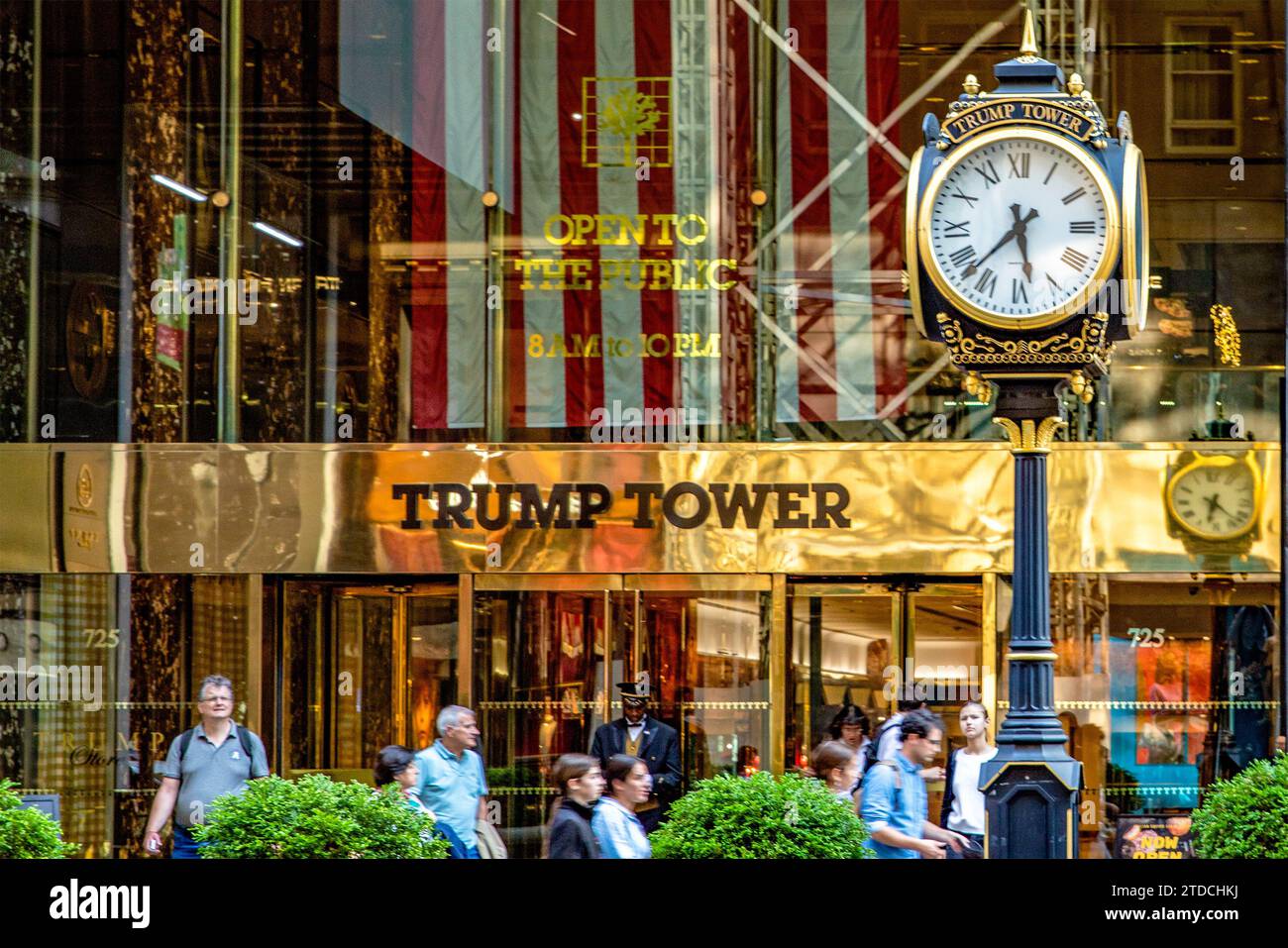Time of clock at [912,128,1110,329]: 5:37
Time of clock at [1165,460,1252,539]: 6:22
